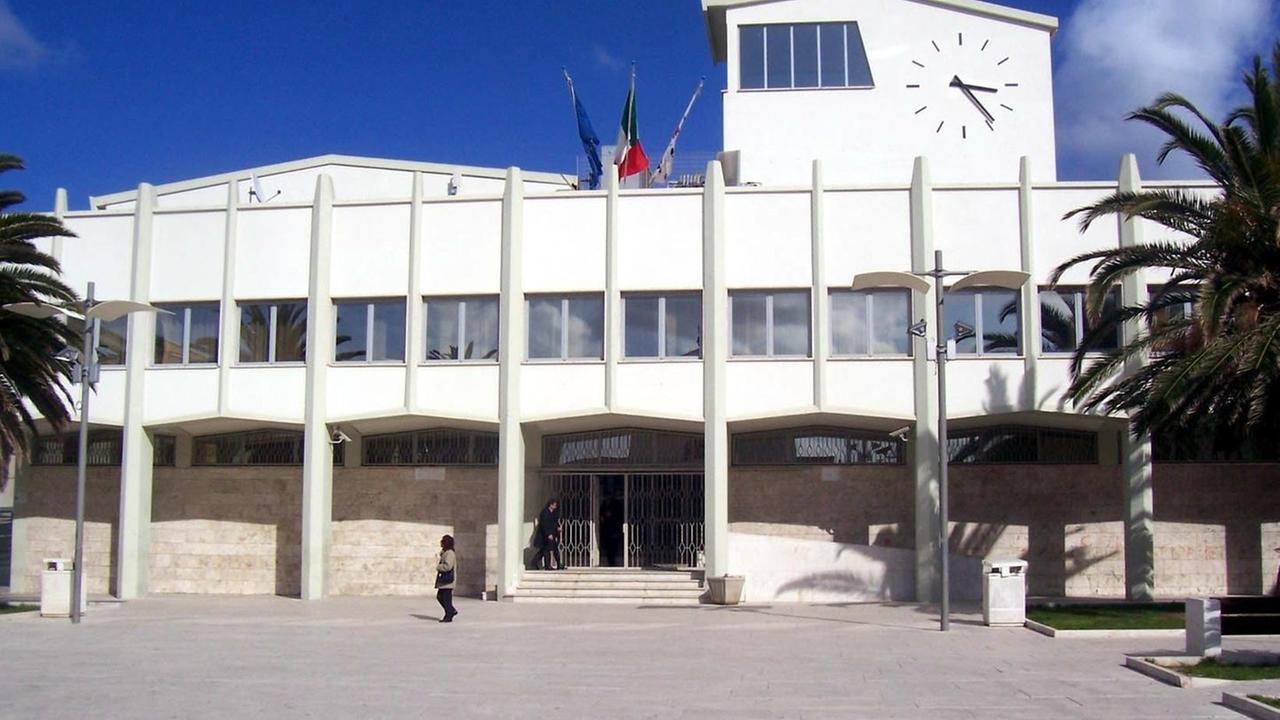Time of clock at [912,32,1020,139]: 3:23
